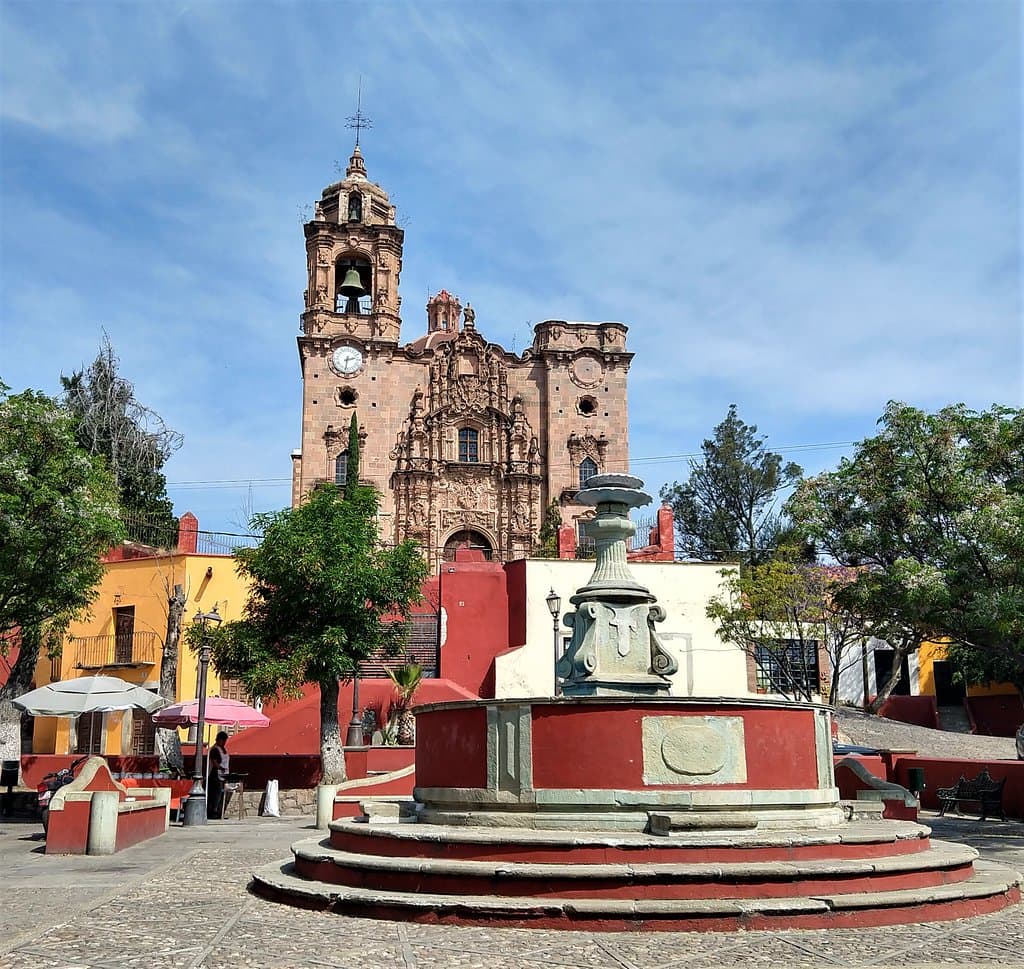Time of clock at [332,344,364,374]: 2:31
